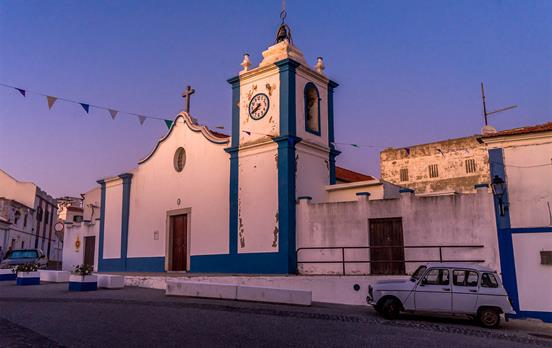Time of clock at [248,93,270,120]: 7:40
